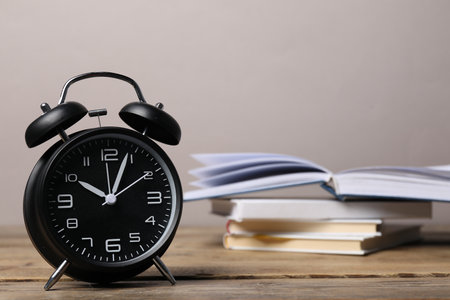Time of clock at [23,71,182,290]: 10:04
